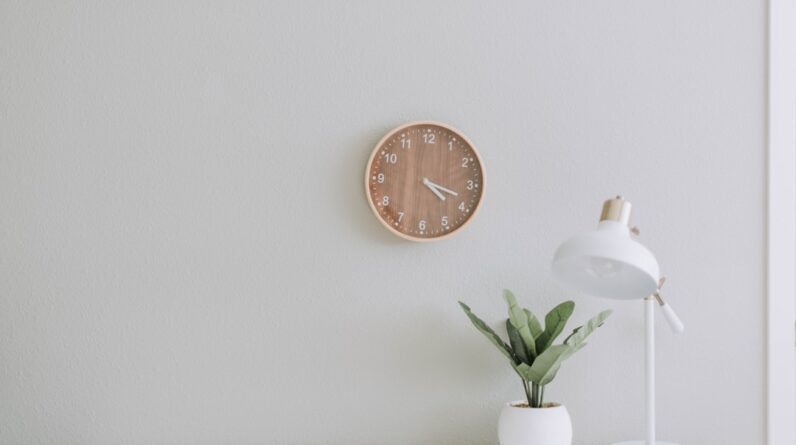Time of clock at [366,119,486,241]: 4:18
